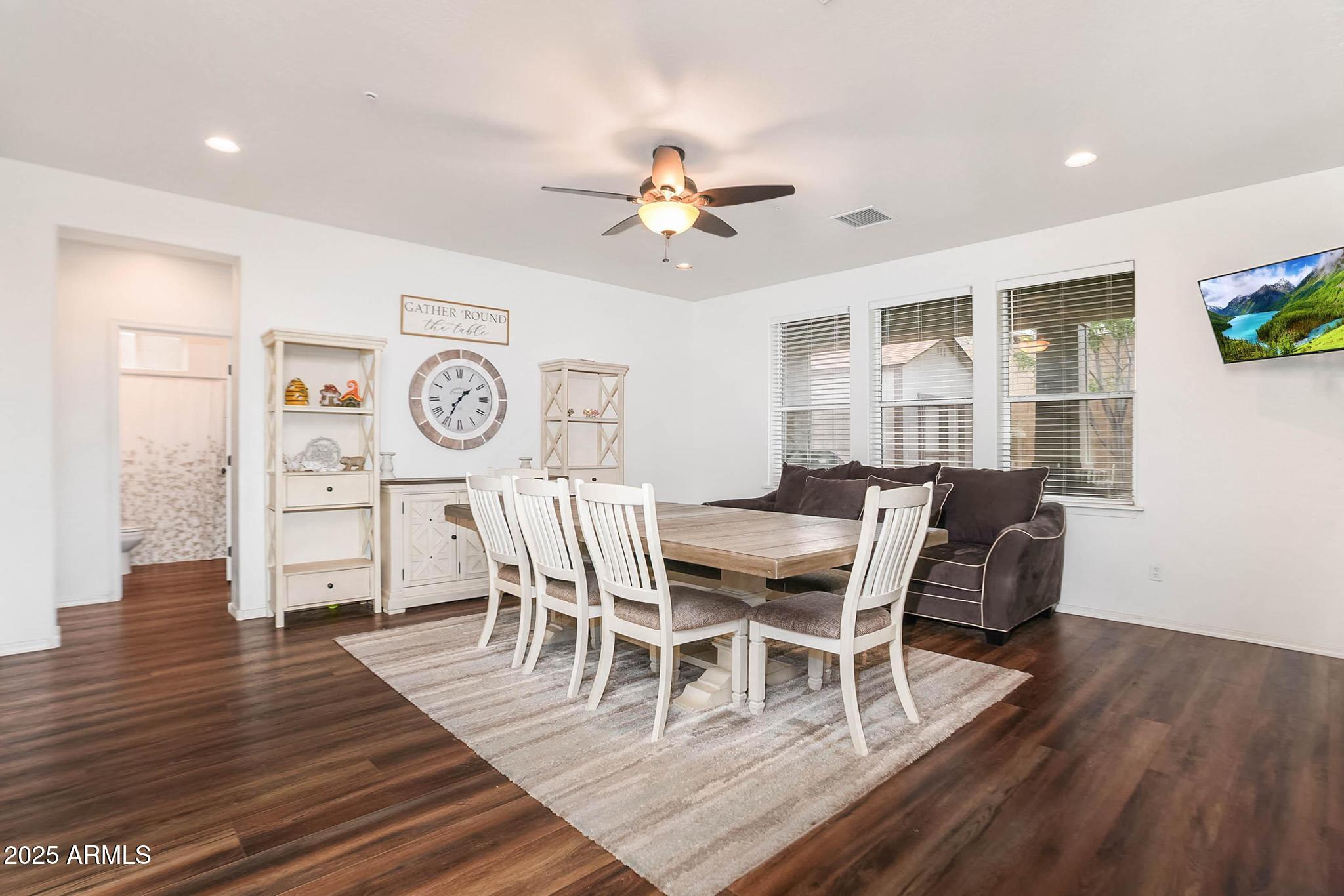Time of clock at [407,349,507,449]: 1:35
